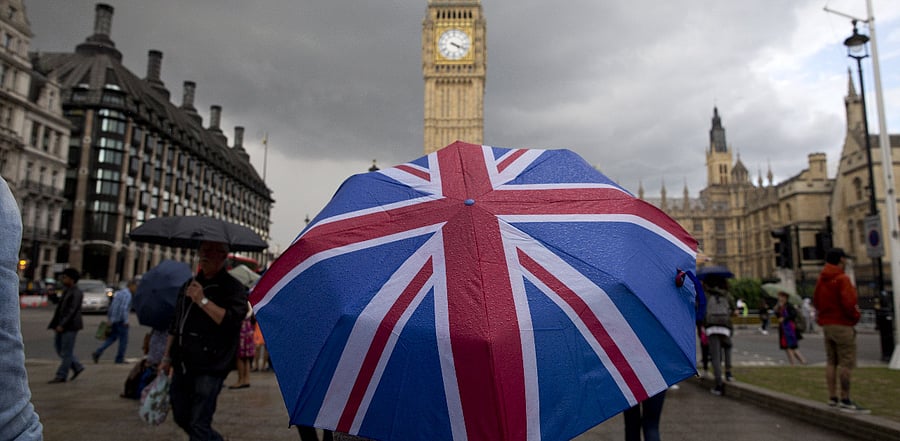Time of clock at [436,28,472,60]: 4:18
